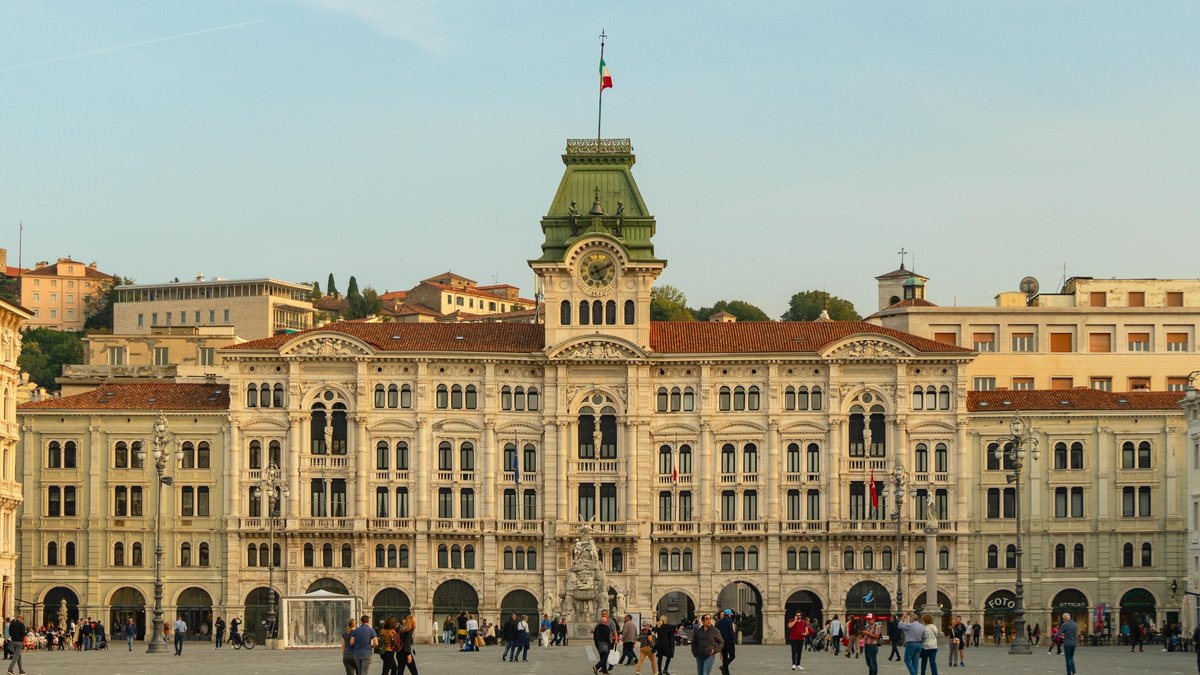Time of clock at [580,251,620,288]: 5:11
